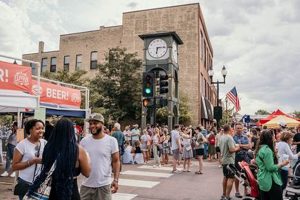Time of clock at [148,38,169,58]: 6:14
